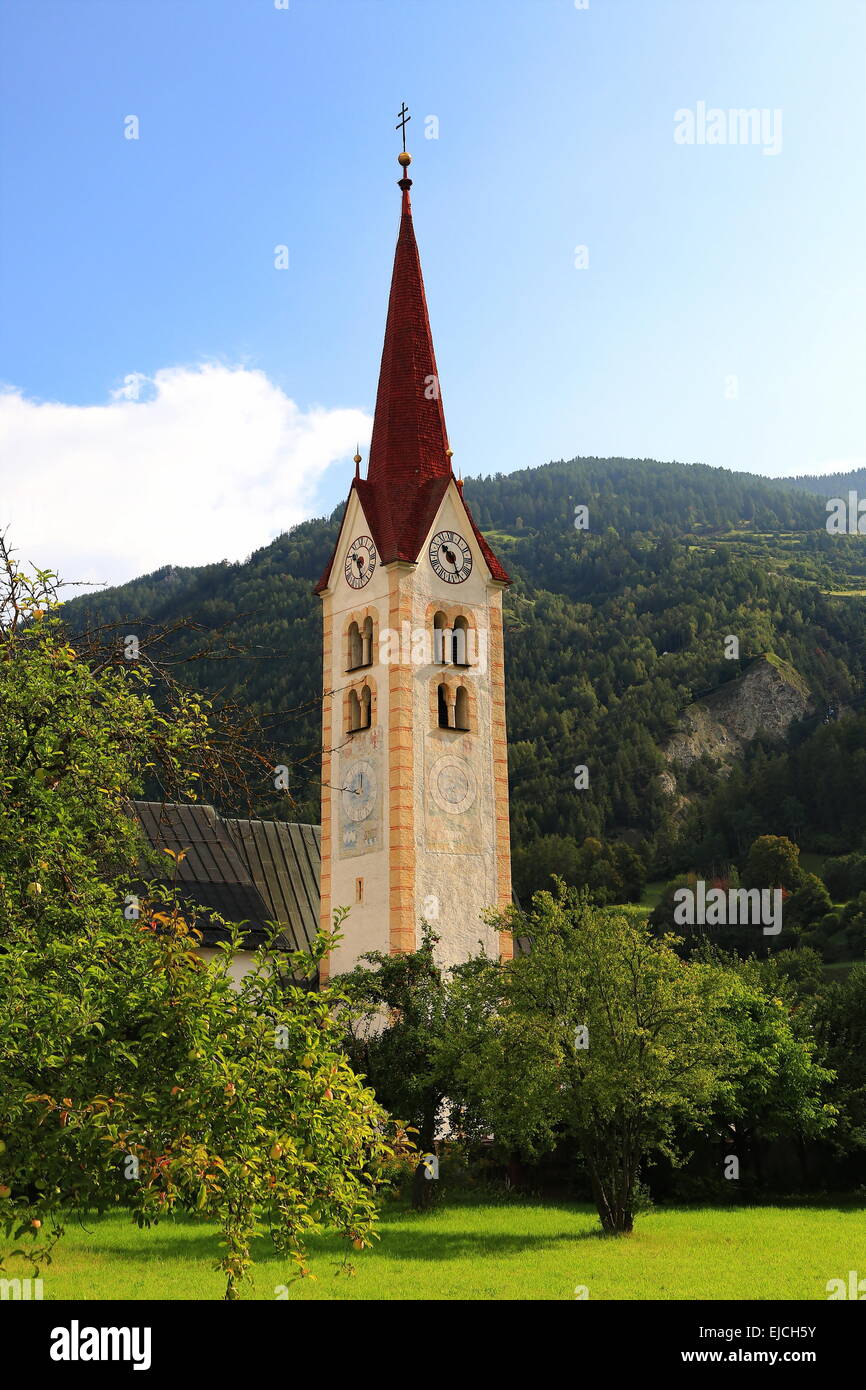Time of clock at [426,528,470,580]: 10:26
